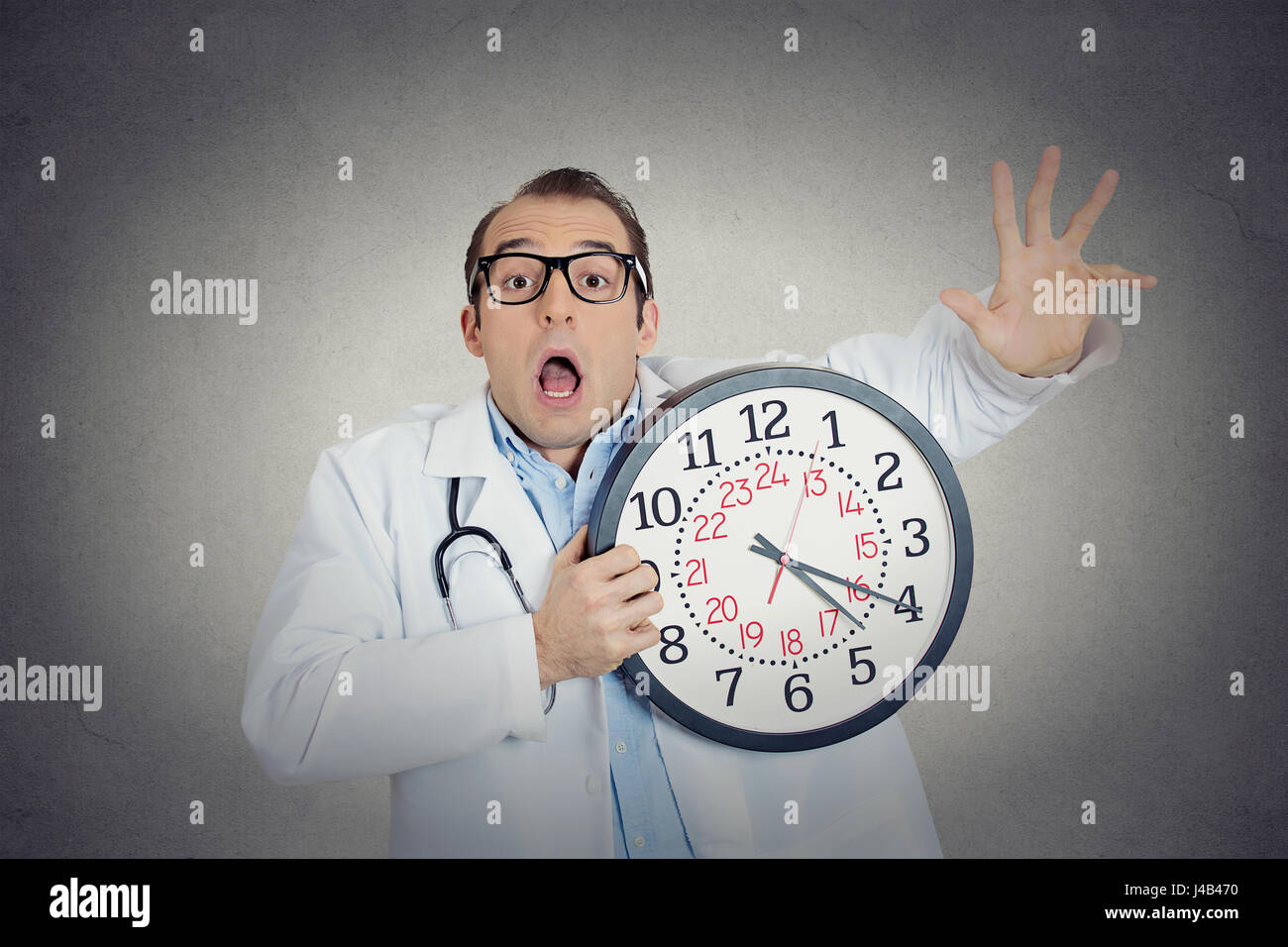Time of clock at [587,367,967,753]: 4:19
